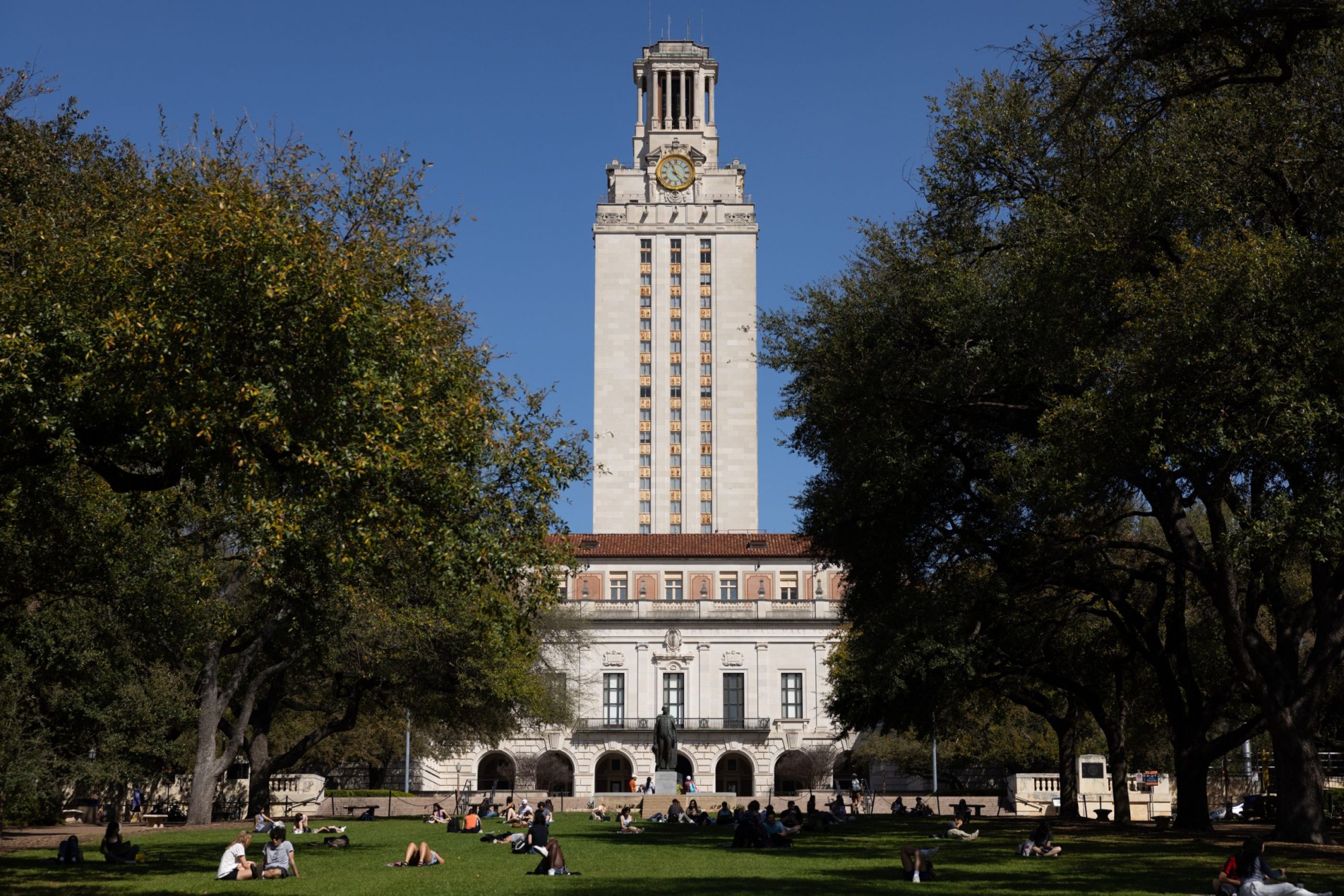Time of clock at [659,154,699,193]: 11:23
